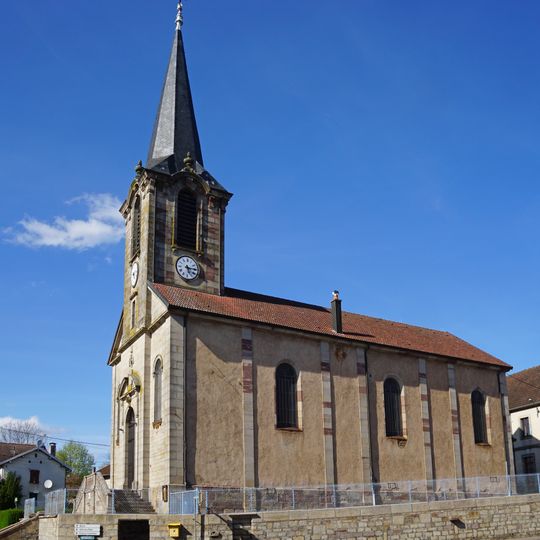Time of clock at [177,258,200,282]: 5:14
